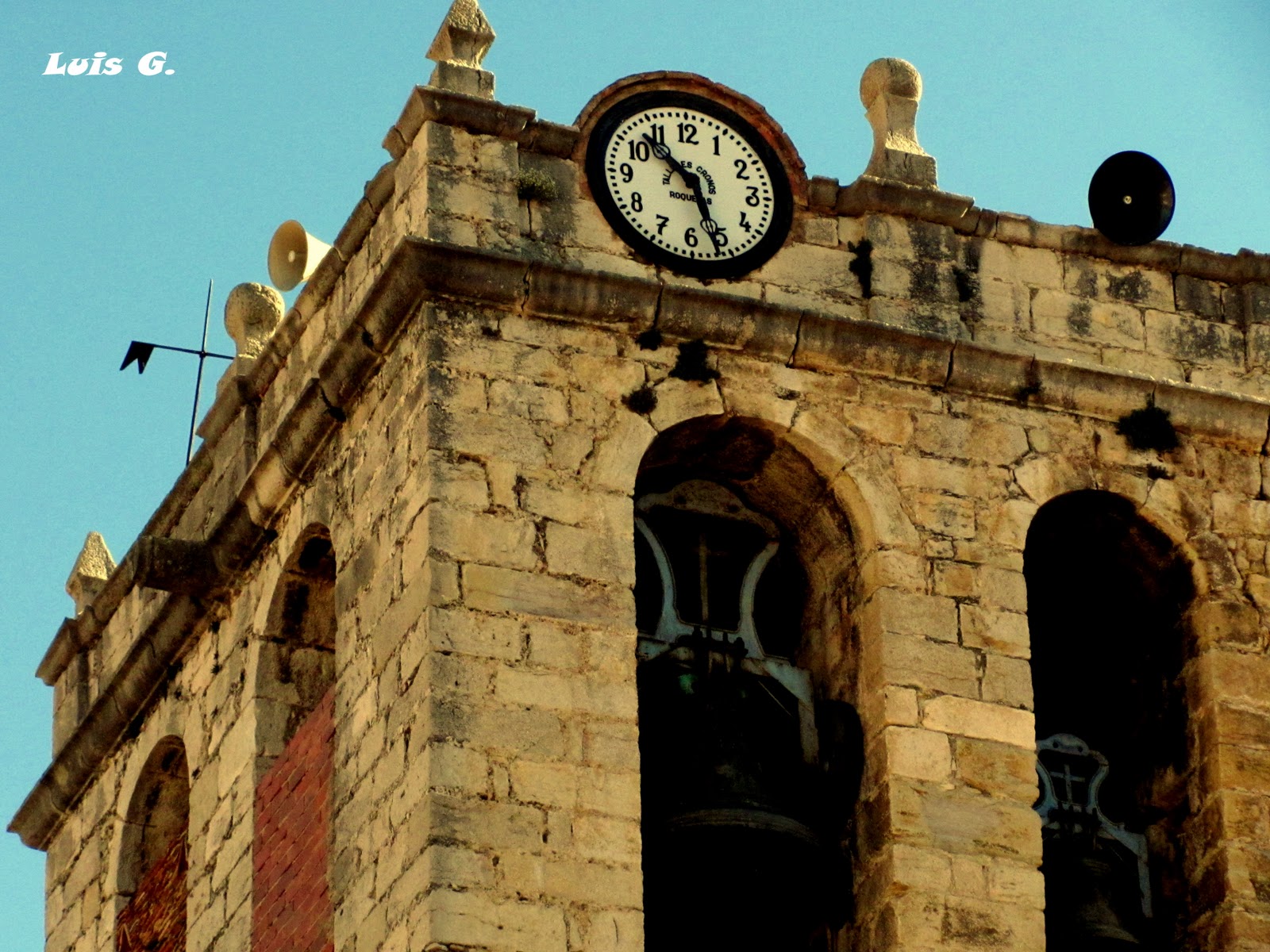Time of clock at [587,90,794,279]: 10:26
